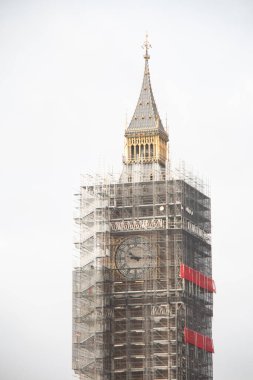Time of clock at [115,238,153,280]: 10:14
